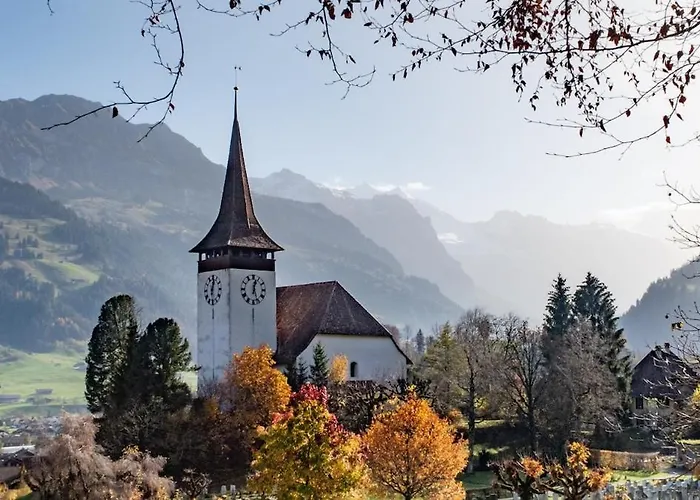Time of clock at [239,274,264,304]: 12:26
